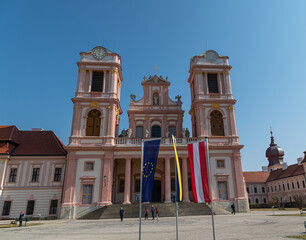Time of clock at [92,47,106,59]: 4:01
